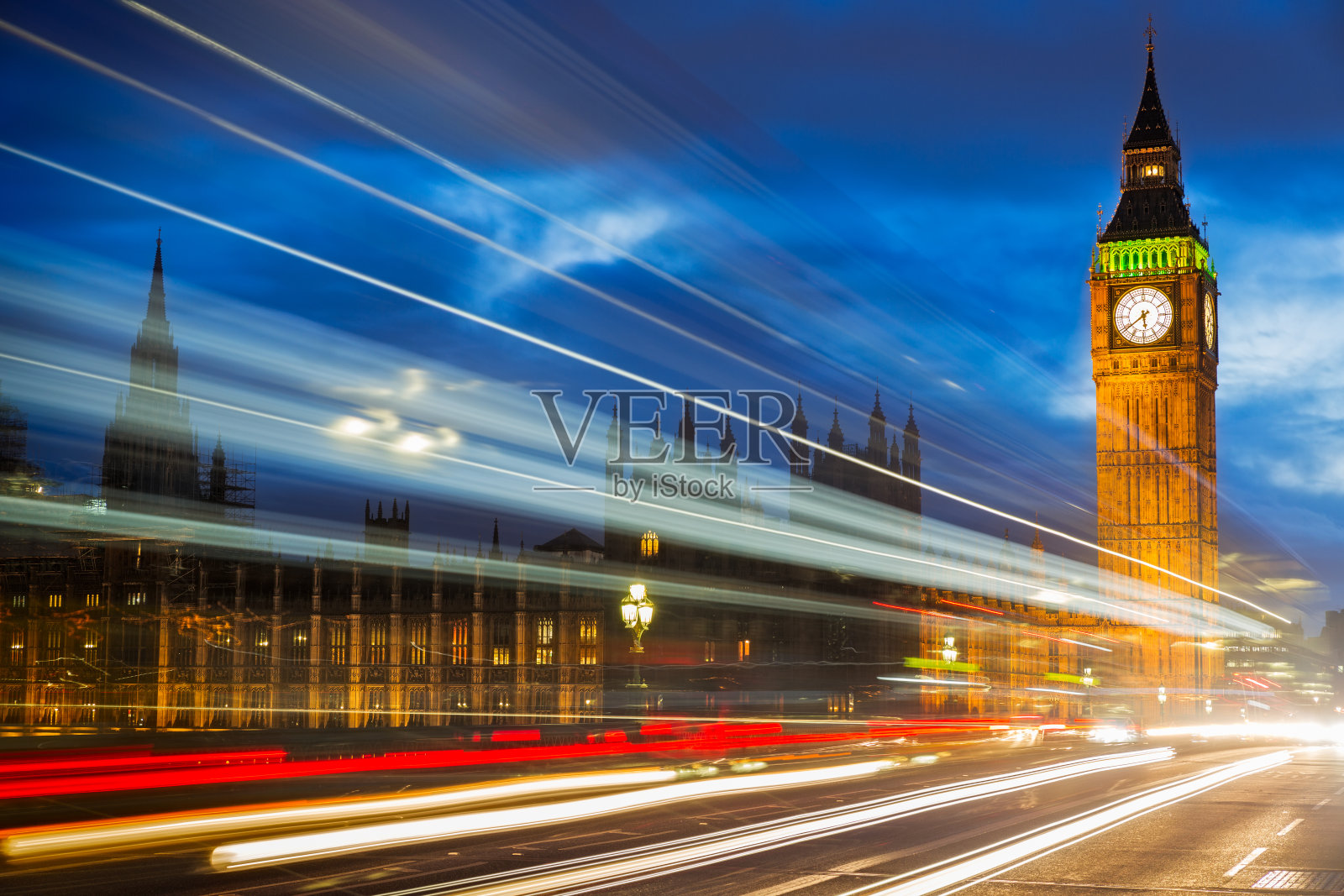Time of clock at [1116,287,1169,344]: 5:38
